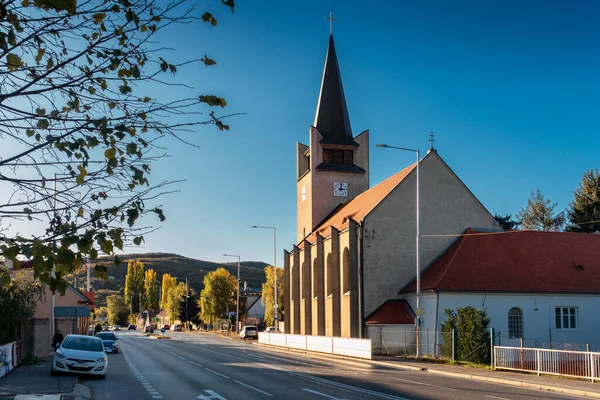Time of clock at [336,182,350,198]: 3:01
